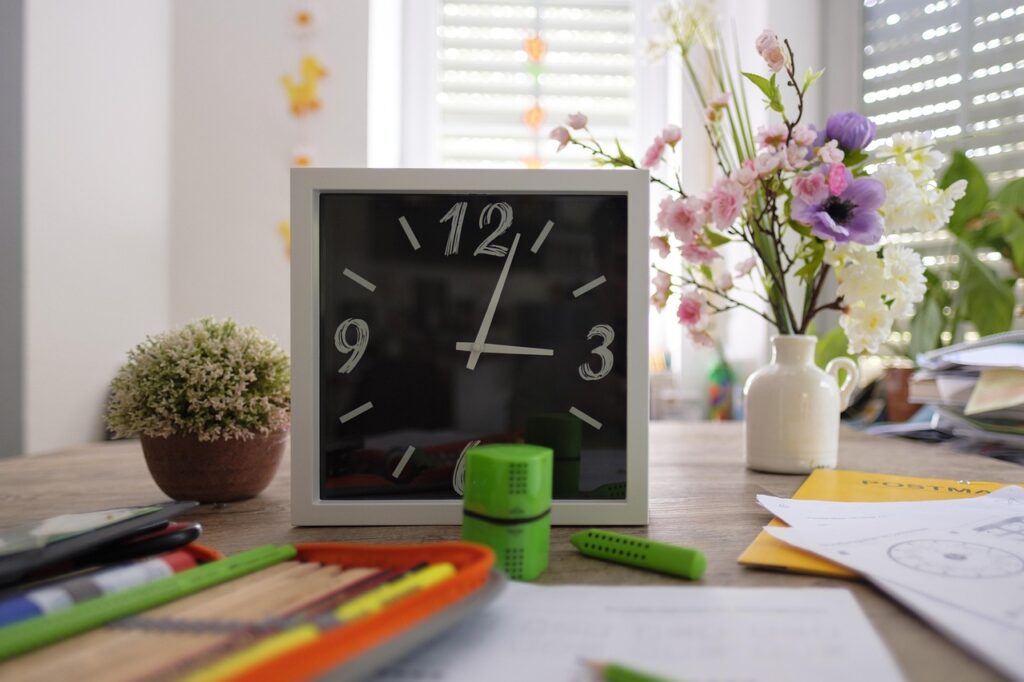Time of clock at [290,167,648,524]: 3:03
